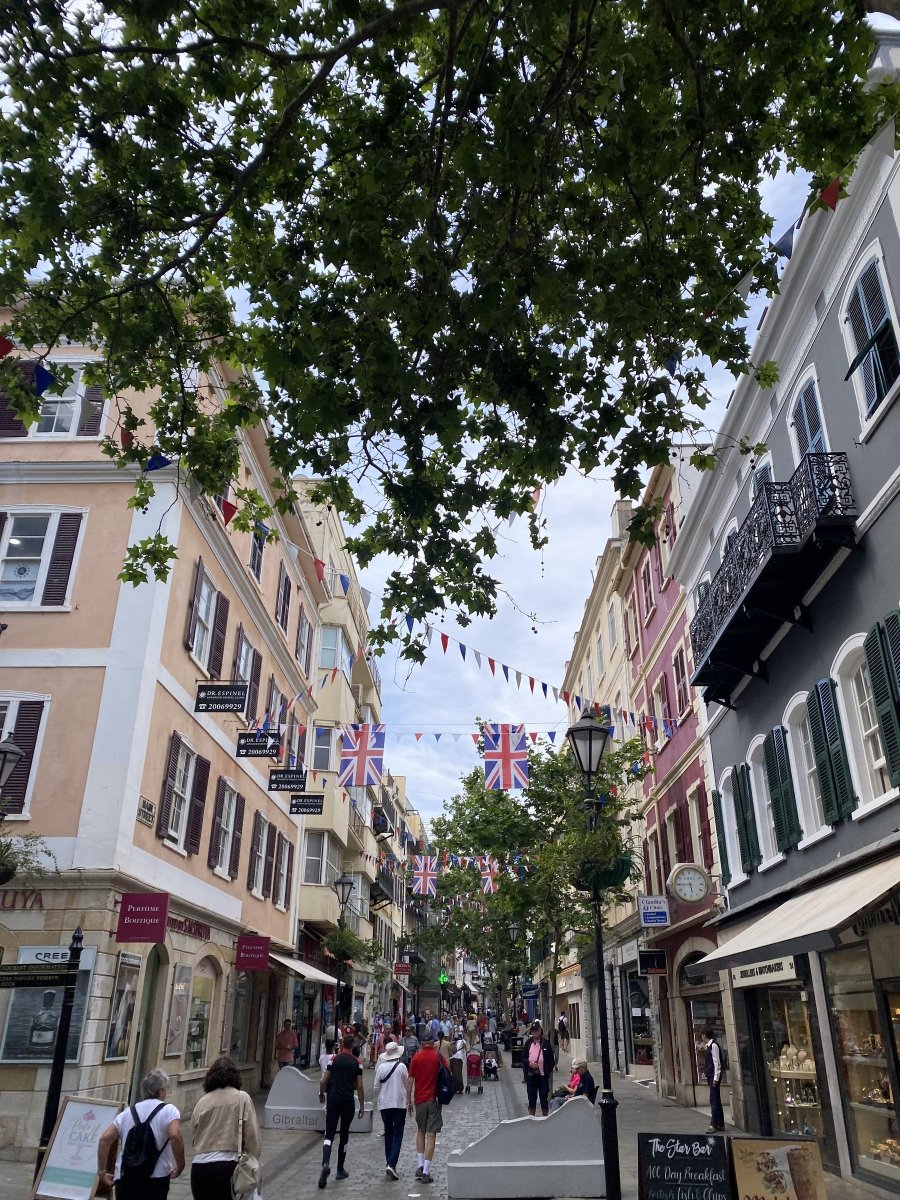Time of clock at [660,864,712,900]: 5:44
